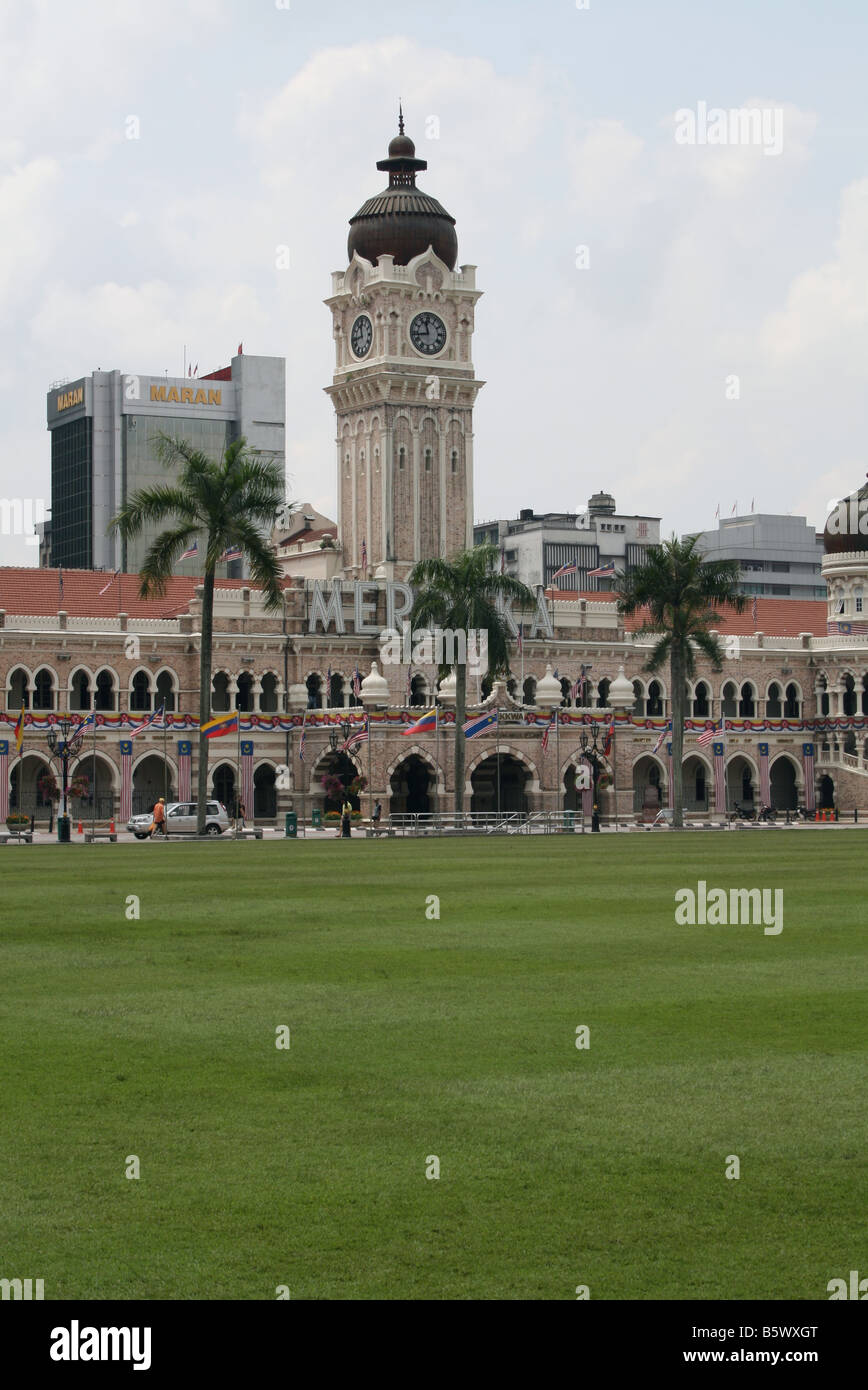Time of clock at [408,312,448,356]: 11:43
